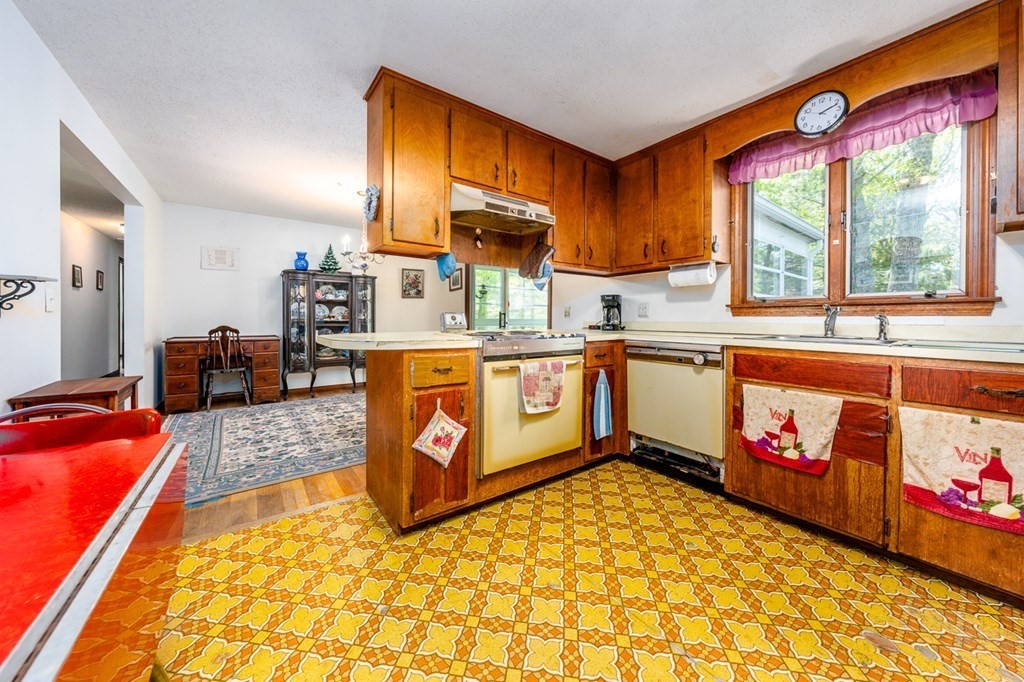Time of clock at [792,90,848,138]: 2:11
